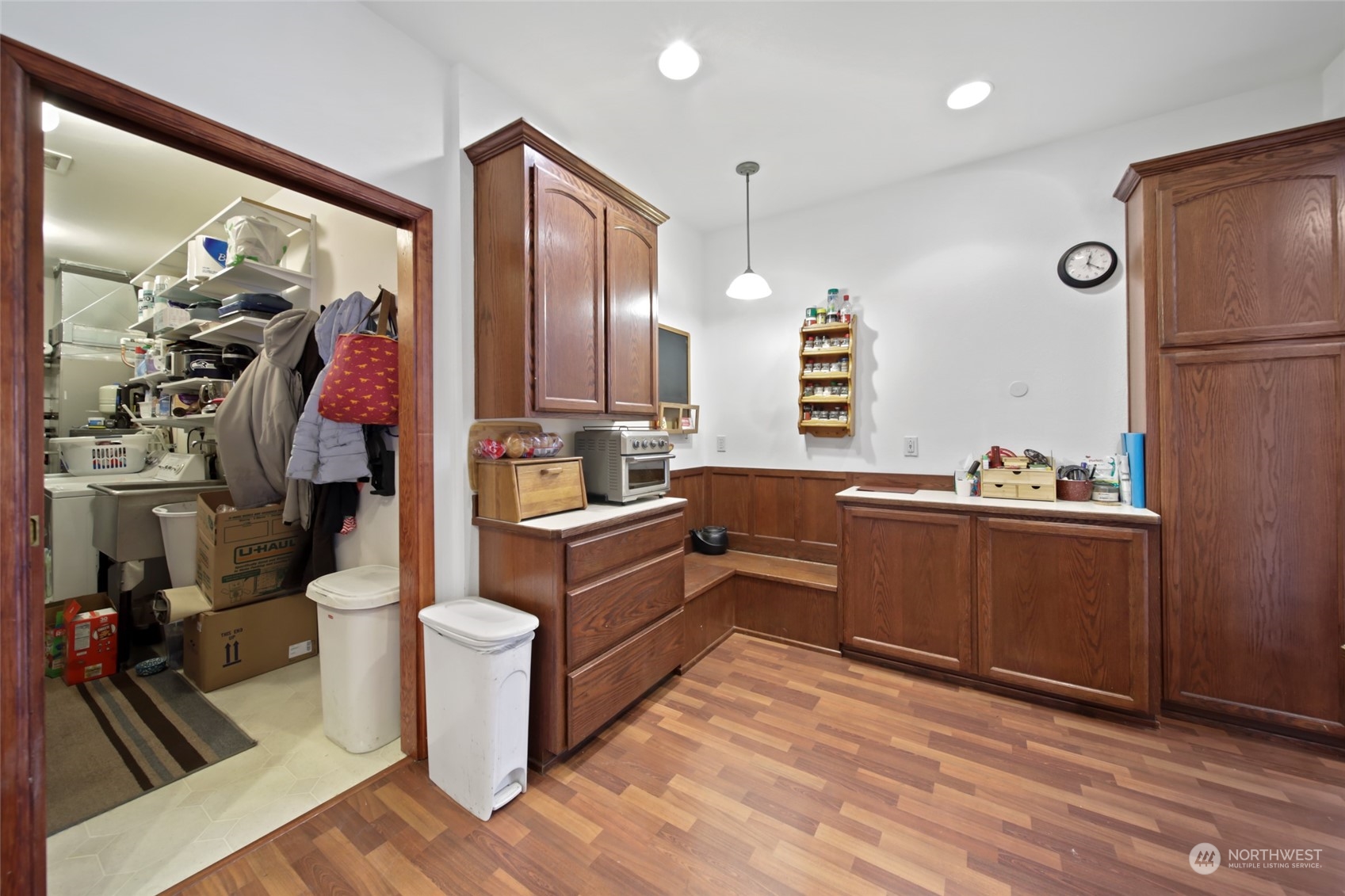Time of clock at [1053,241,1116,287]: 12:20
